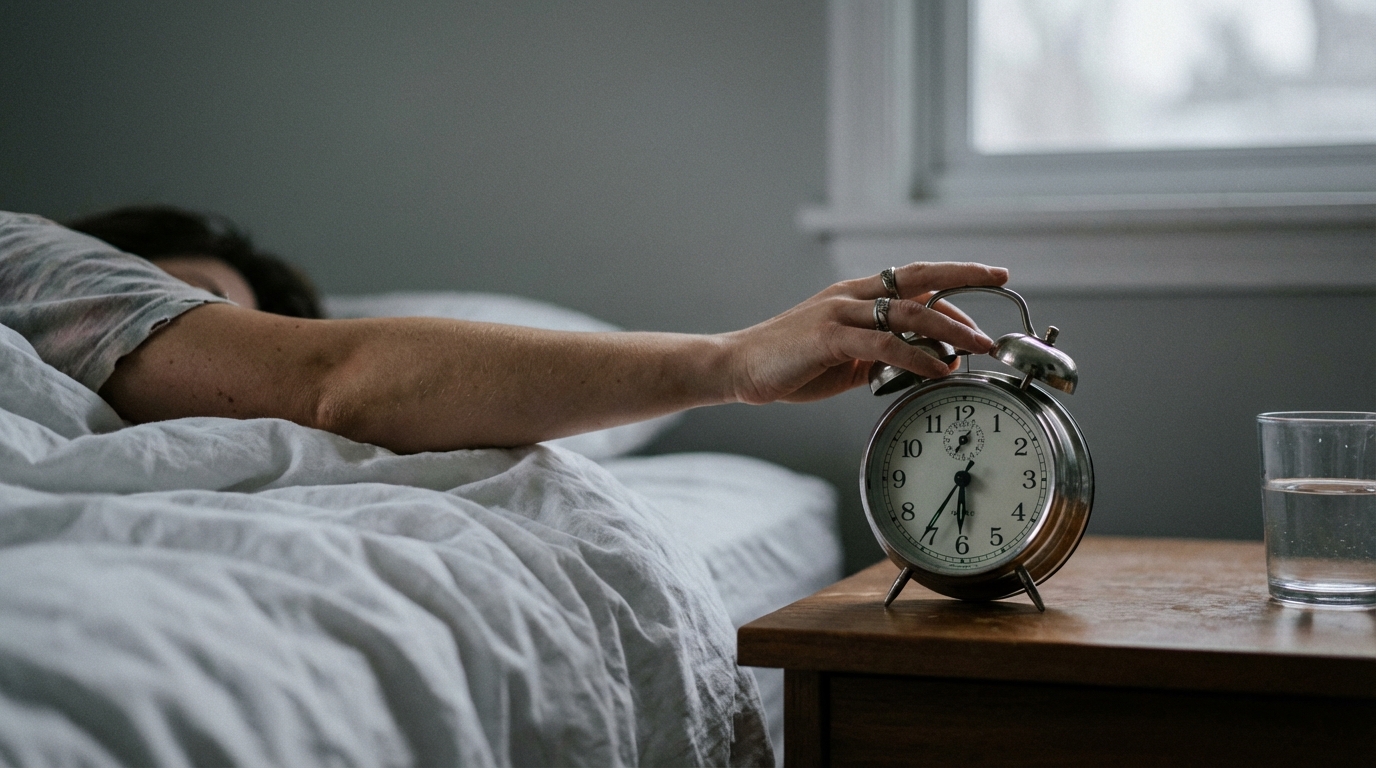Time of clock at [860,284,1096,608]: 5:35
